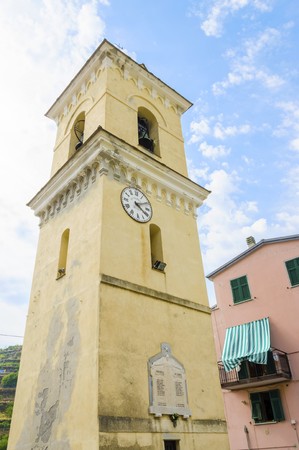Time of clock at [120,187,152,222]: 4:10
